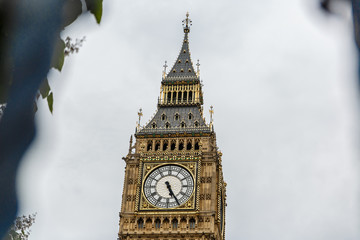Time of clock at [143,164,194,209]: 5:25
